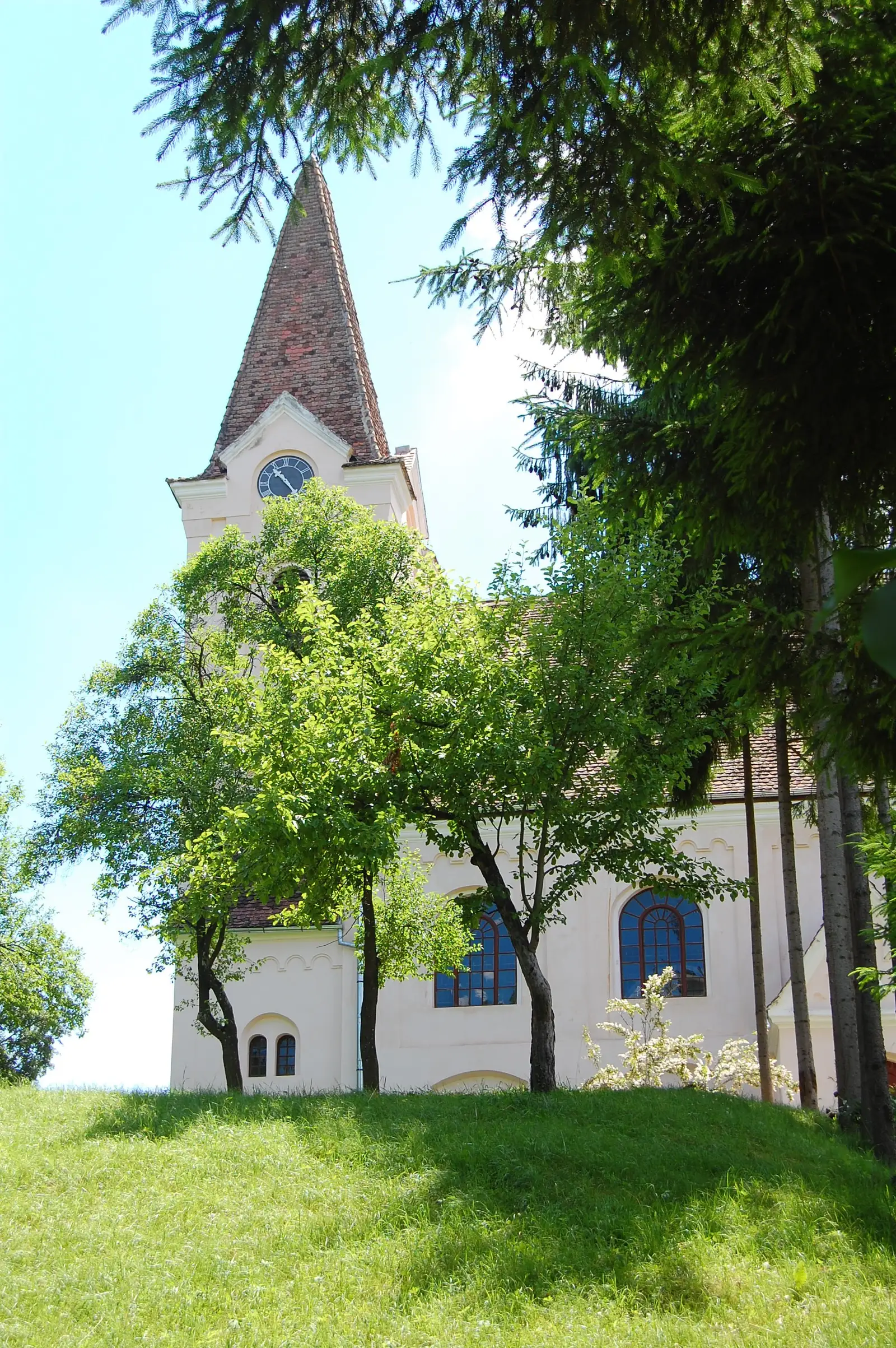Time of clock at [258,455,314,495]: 10:53
